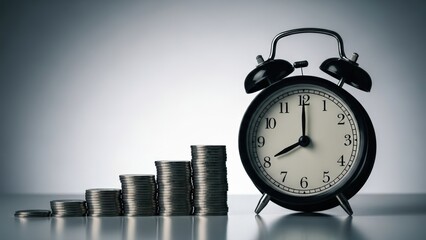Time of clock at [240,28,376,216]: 8:00
